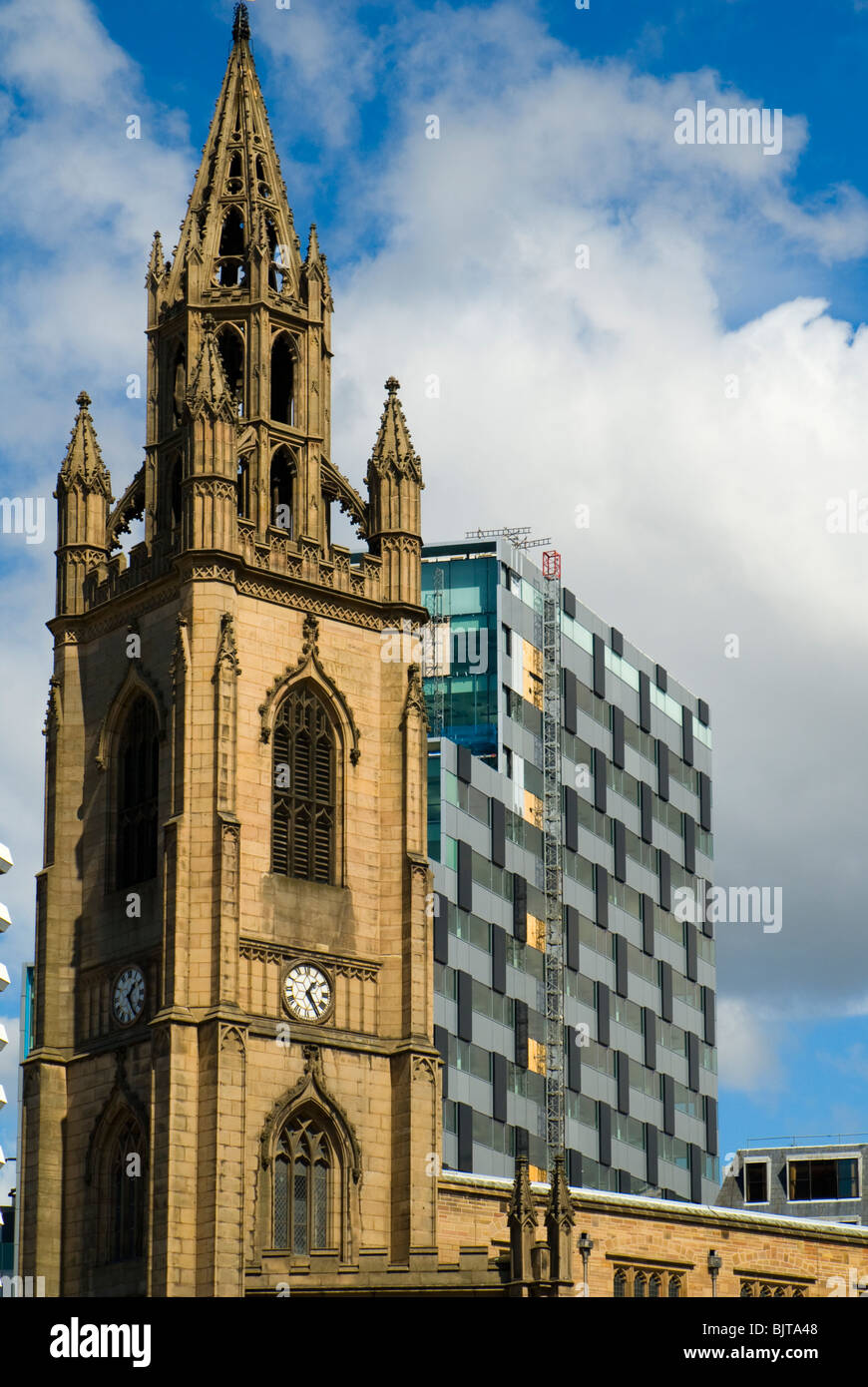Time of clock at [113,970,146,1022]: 1:24
